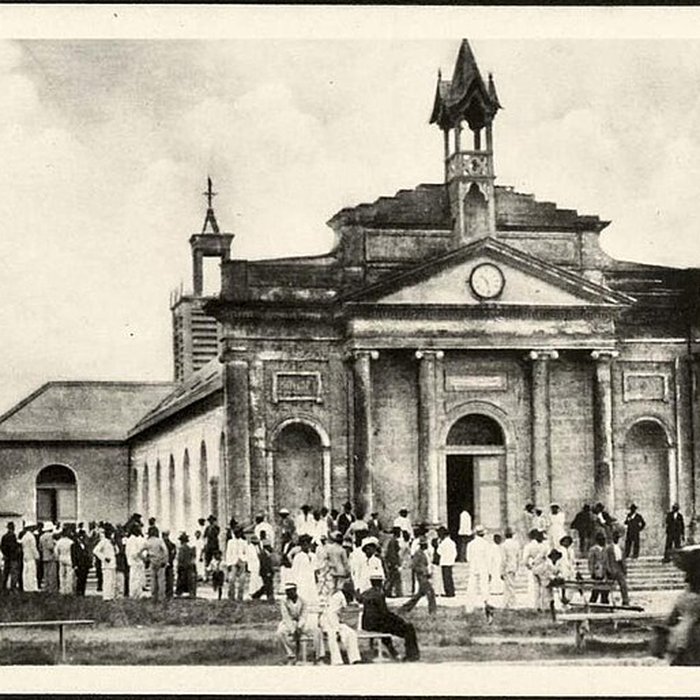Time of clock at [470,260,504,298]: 10:28
